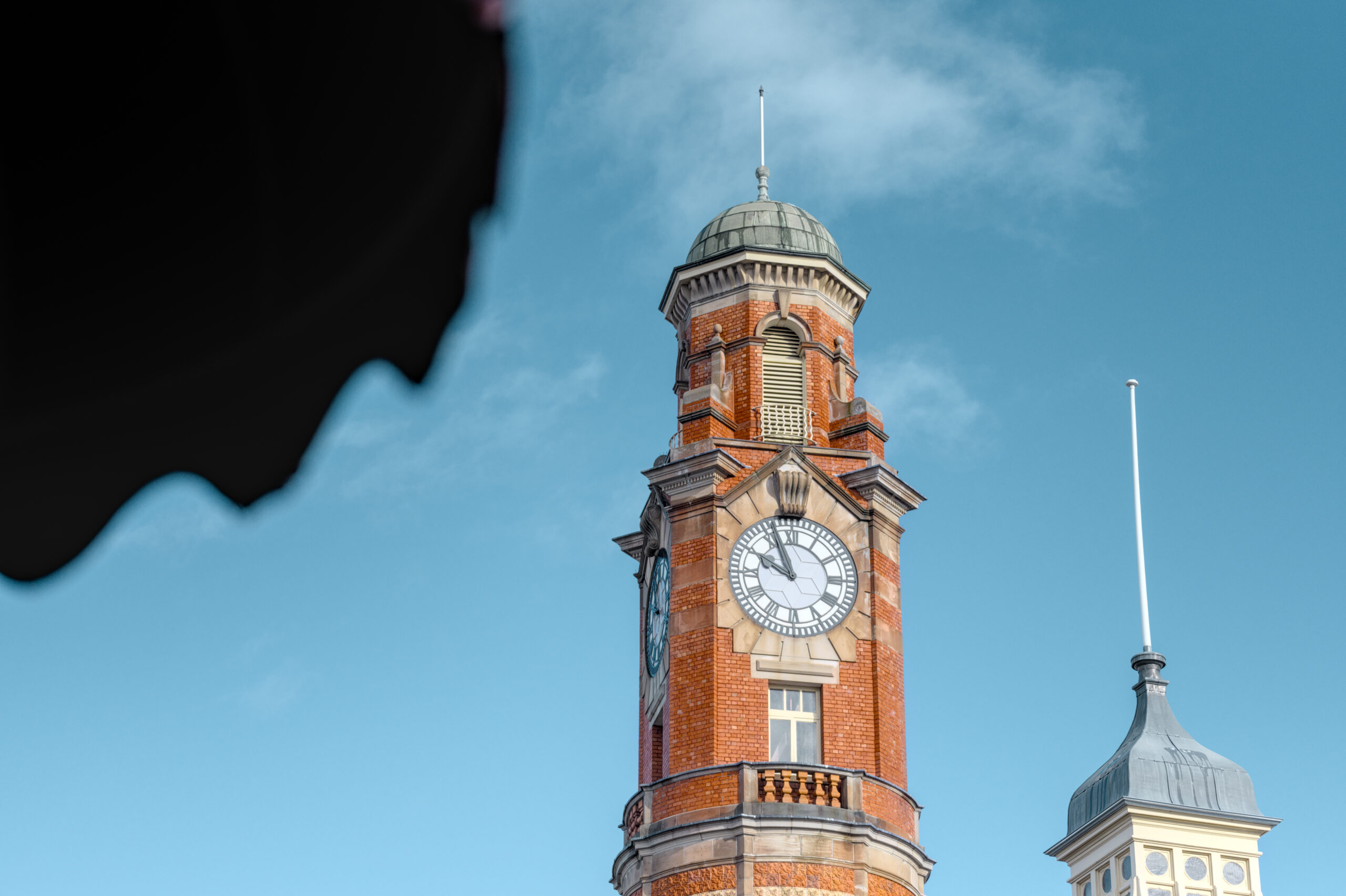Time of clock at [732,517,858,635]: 9:56
